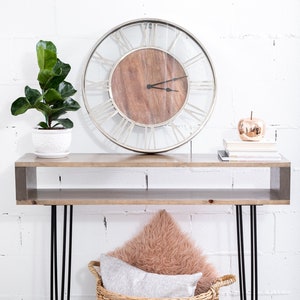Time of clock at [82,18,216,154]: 3:12
